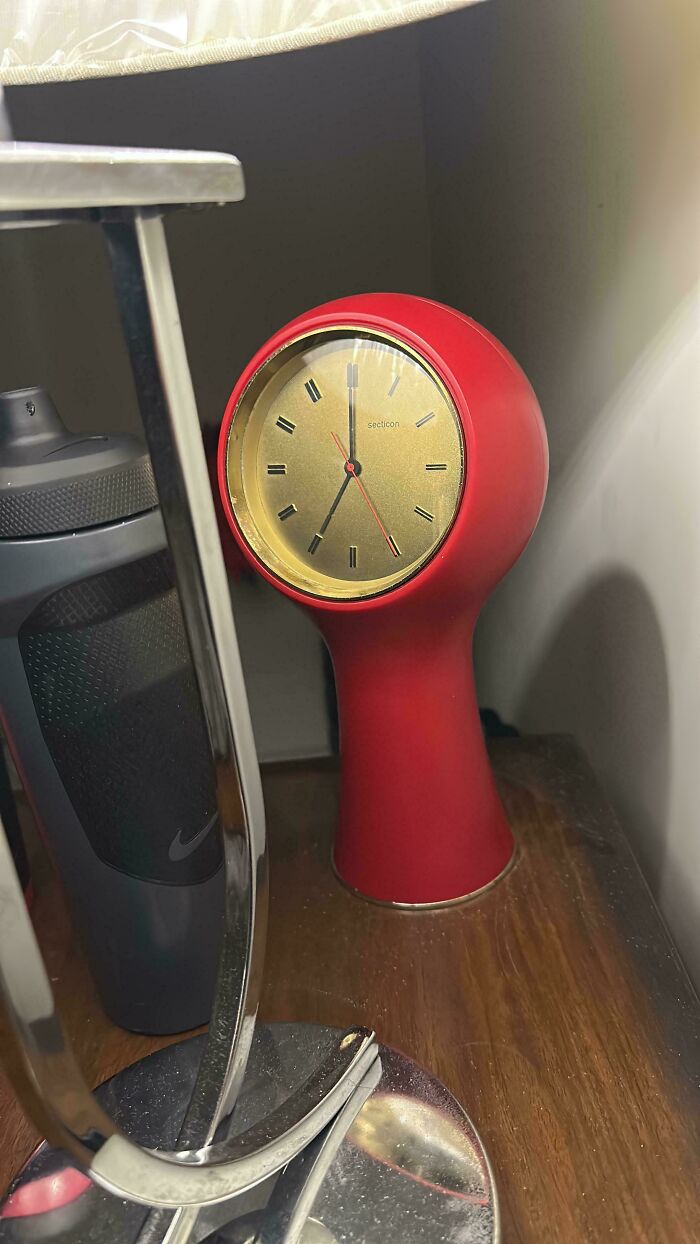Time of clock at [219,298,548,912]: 6:59
